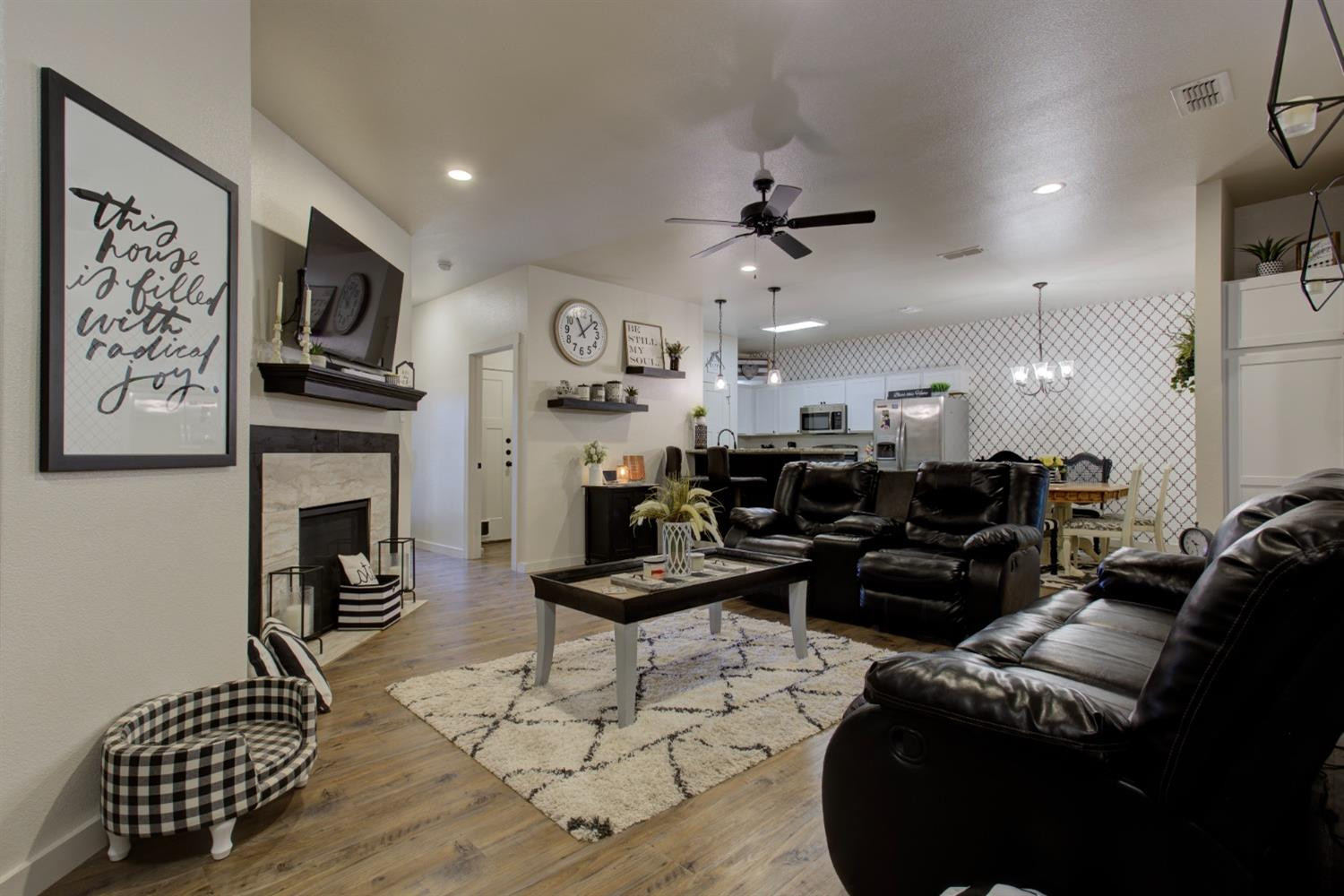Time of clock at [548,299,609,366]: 11:07
